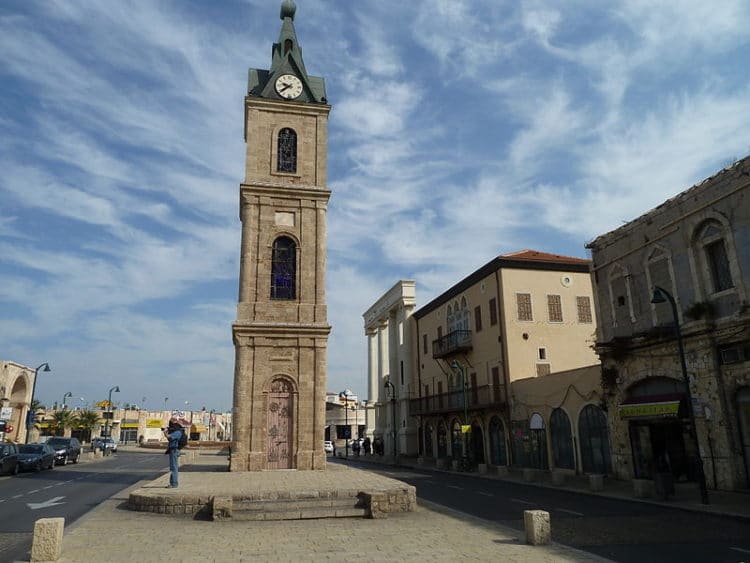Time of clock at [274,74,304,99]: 9:39
